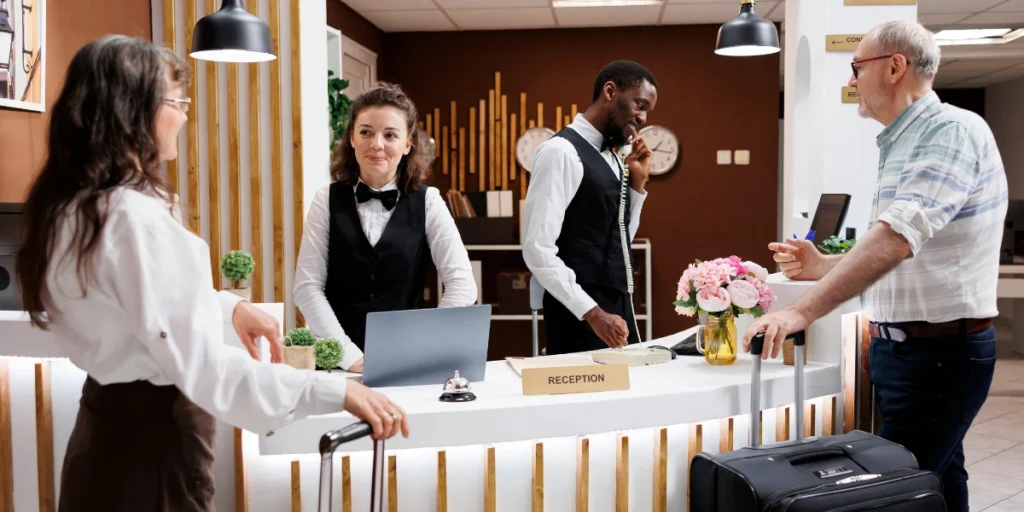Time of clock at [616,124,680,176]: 1:16
